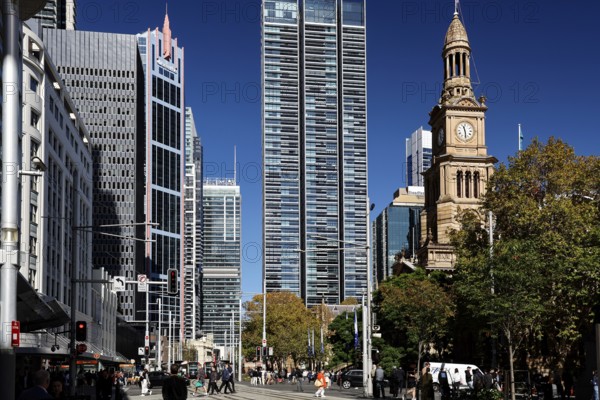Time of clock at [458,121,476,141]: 11:28
